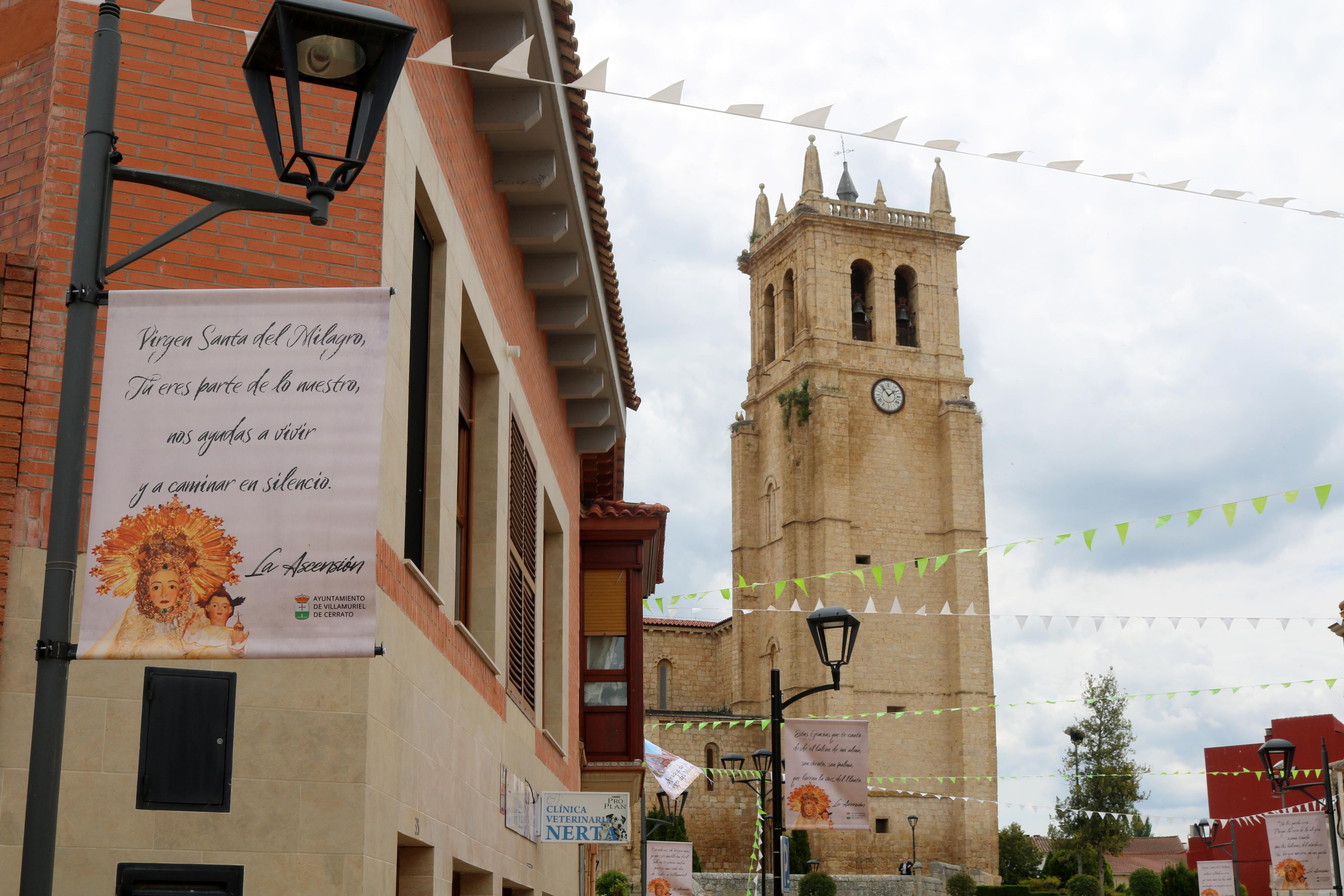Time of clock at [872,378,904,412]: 1:53
